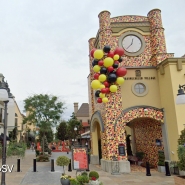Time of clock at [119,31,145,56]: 12:37
